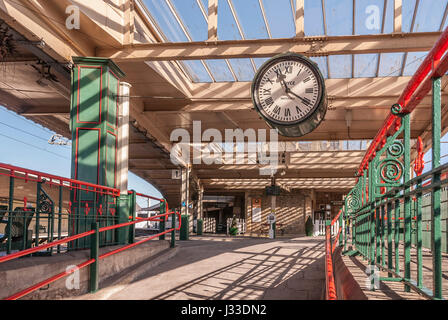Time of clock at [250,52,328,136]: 11:20
